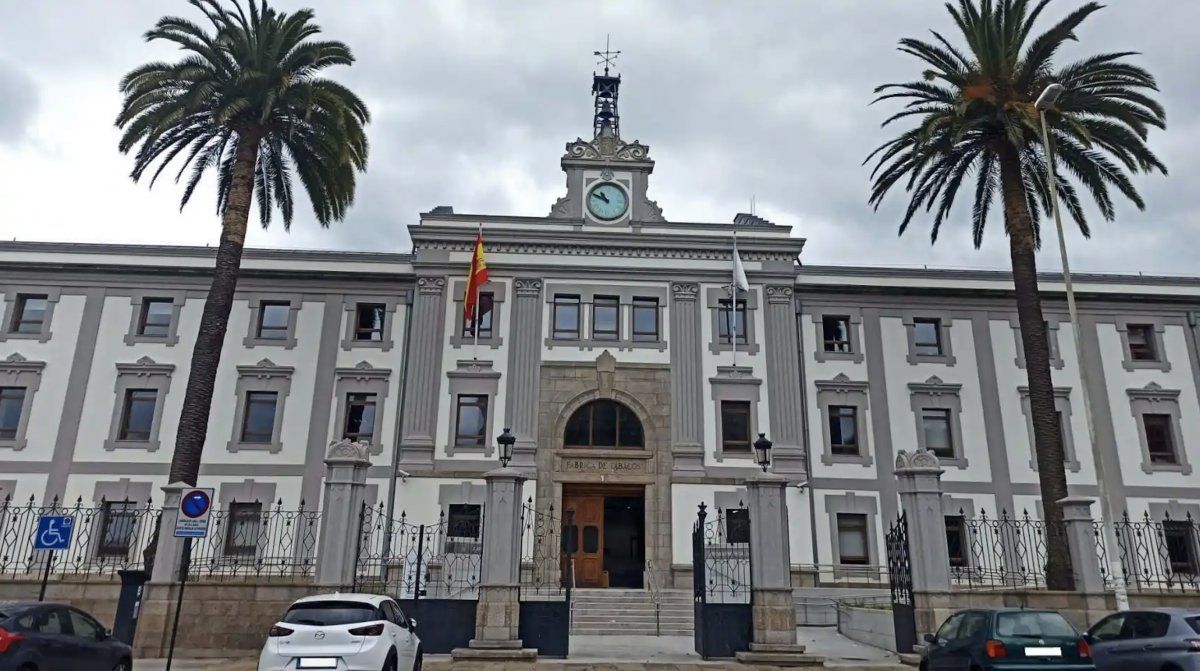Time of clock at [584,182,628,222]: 10:49
